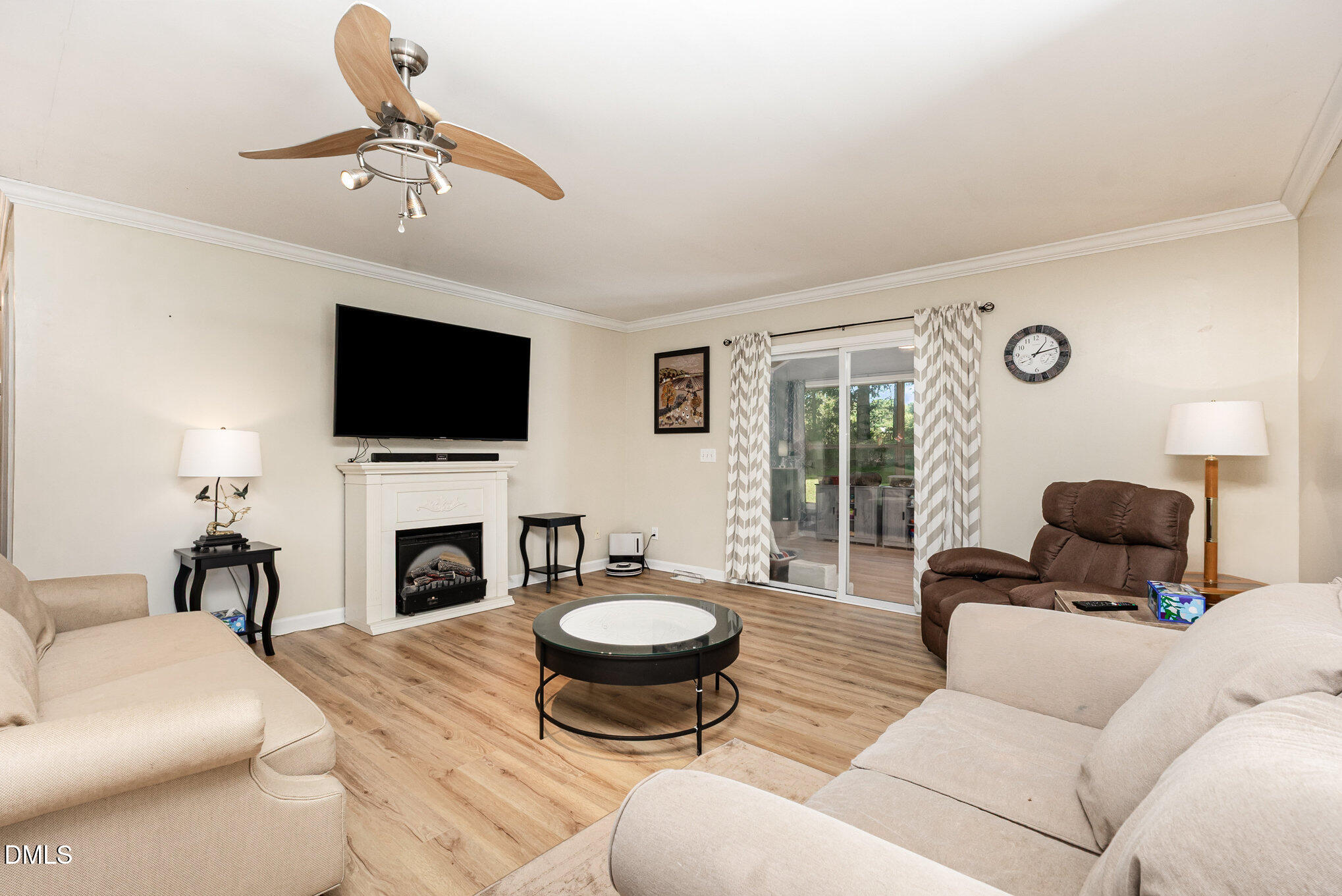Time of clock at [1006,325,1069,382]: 1:12
